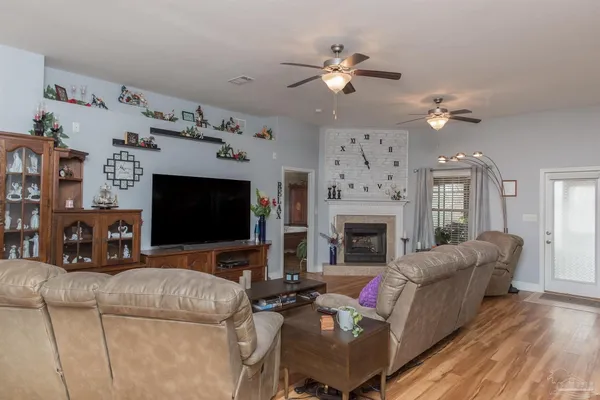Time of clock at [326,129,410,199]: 10:56
